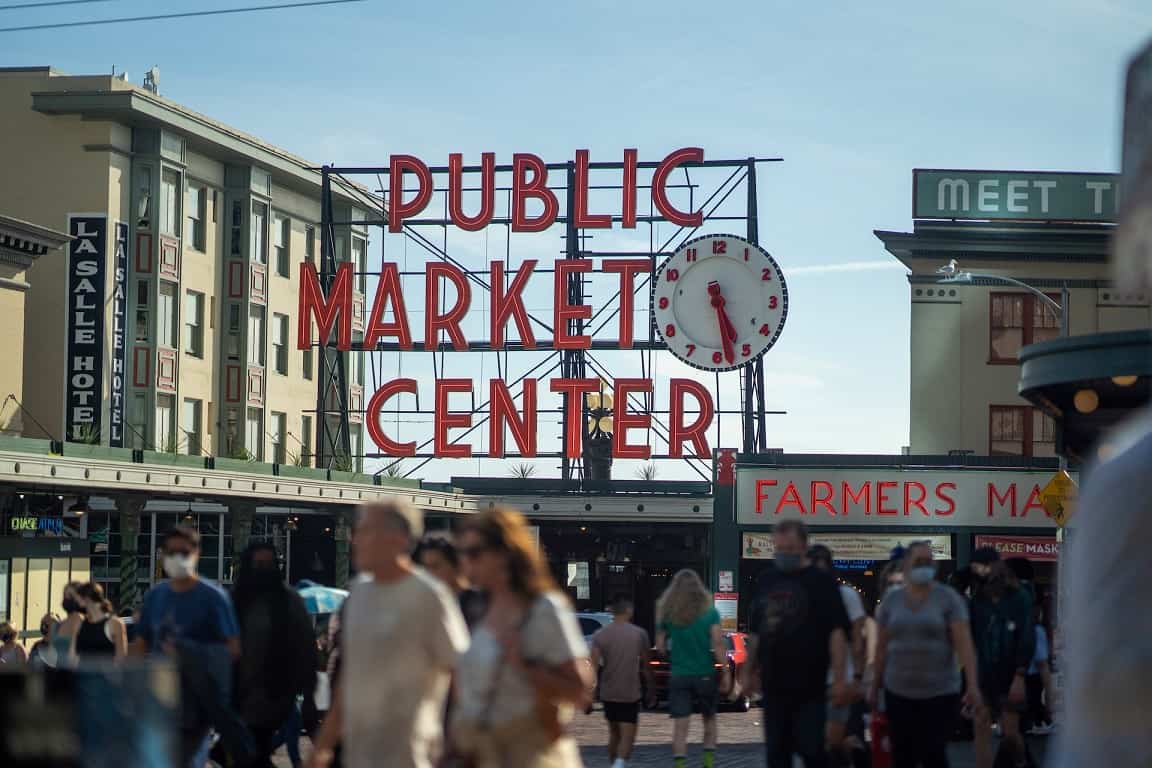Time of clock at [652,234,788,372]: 5:28
